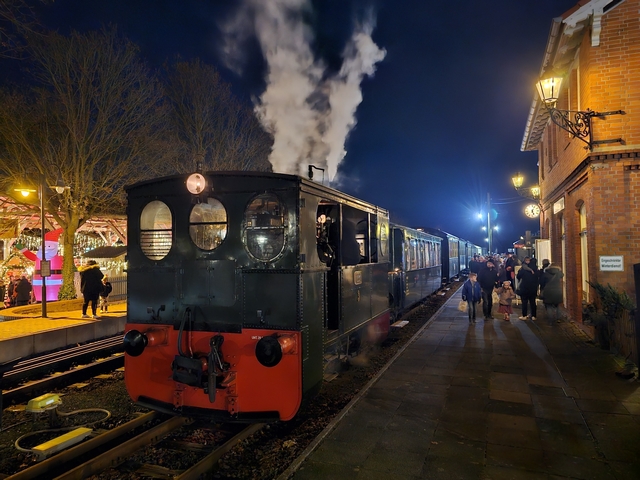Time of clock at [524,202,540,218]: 5:03
